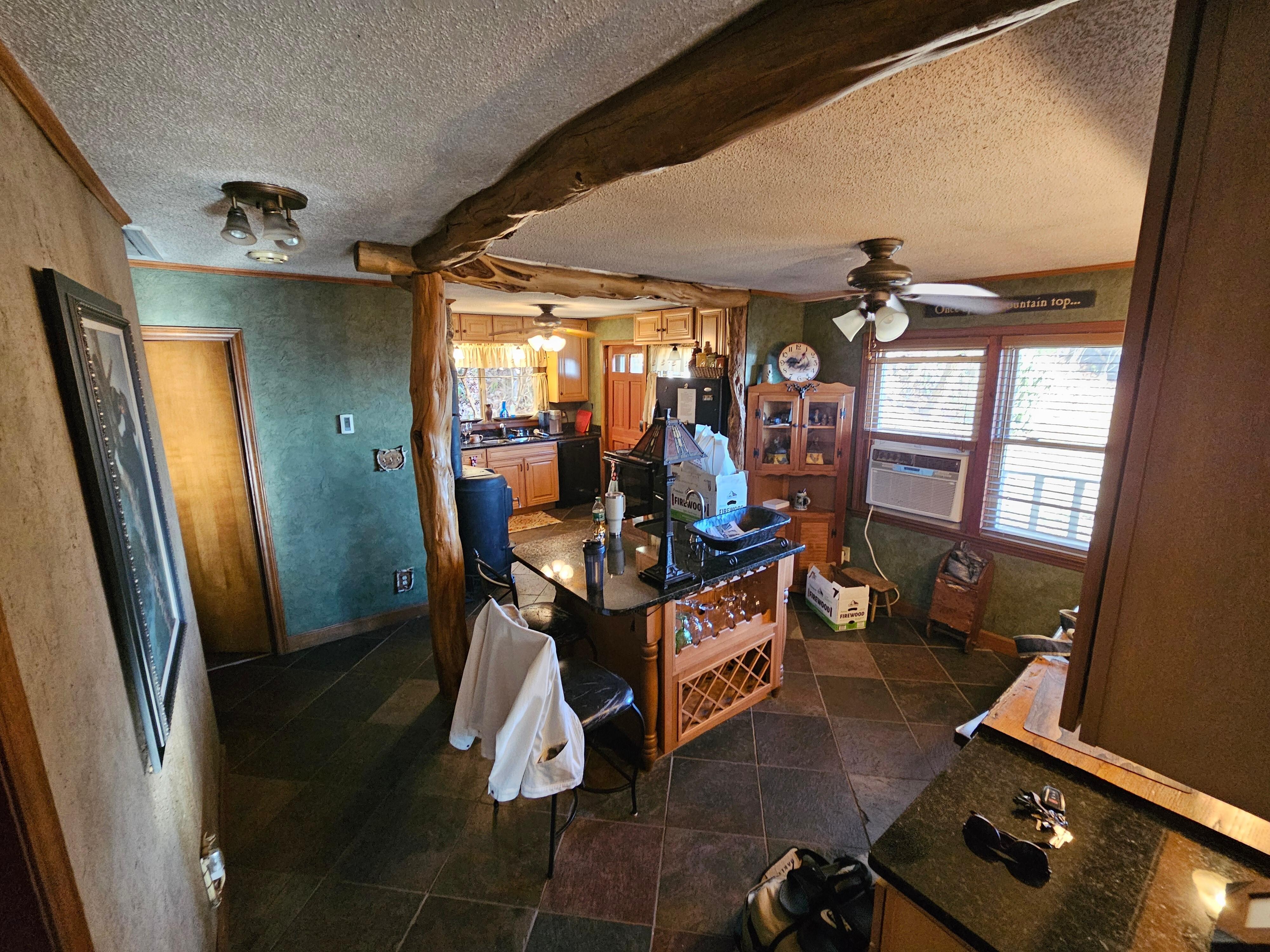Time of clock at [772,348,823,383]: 9:05
